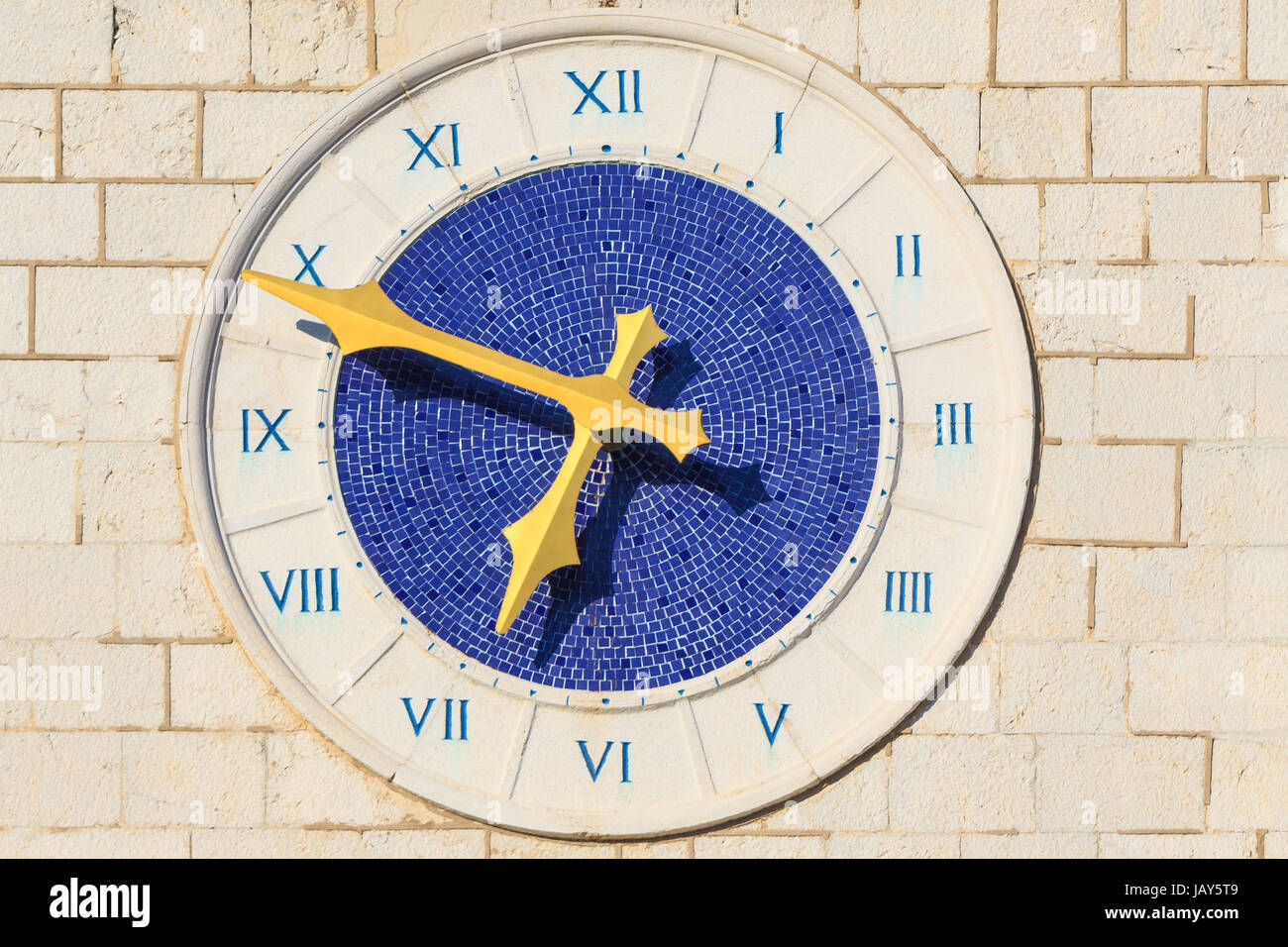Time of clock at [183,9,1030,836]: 6:48
